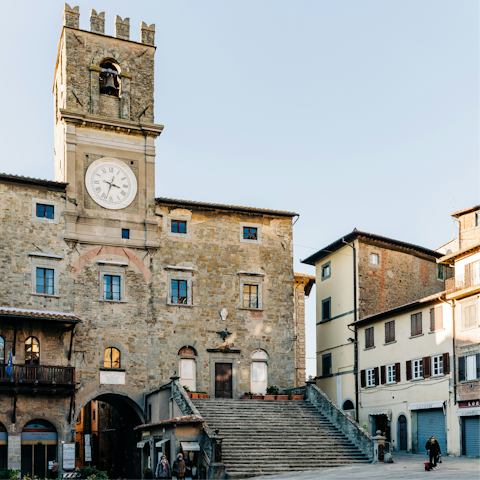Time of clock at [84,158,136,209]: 3:33
